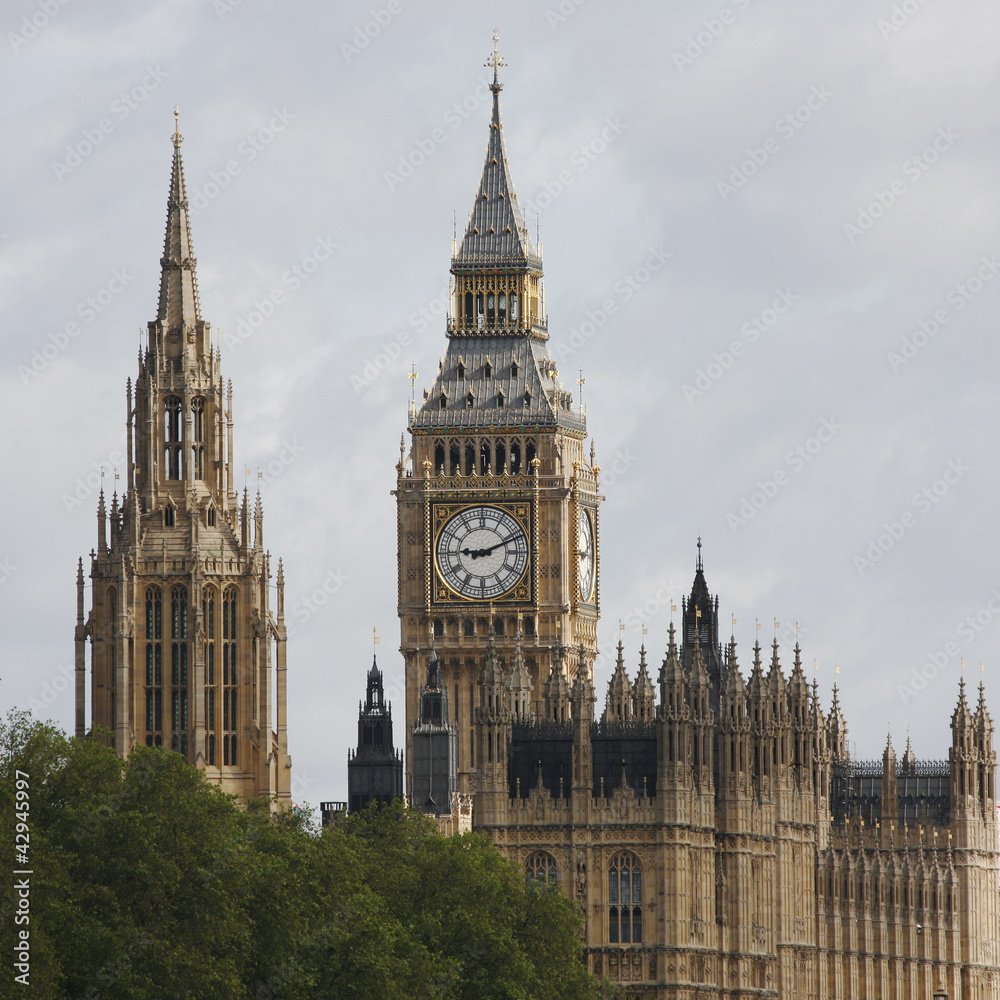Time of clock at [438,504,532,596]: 9:11
